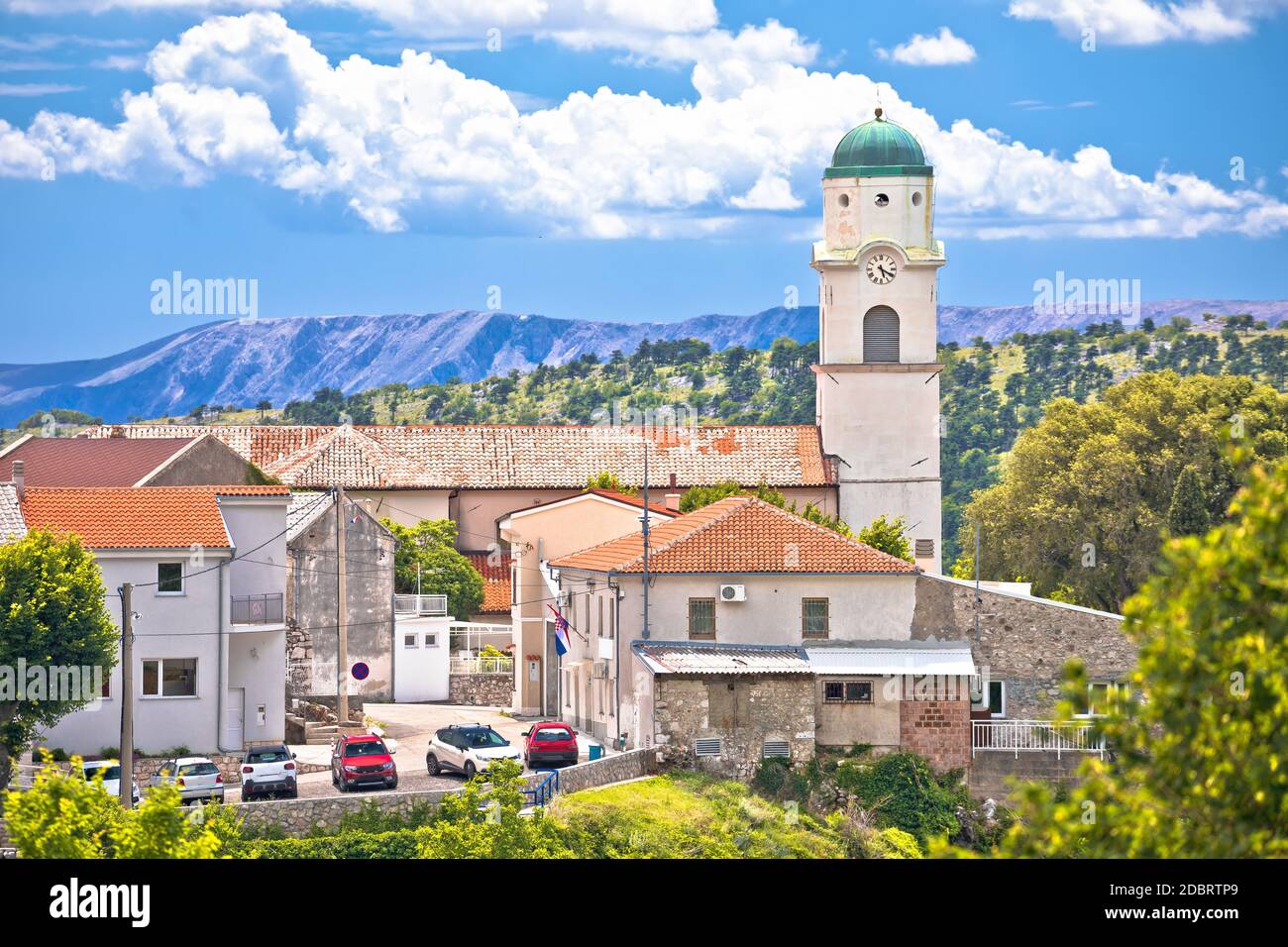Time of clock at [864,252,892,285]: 5:19
